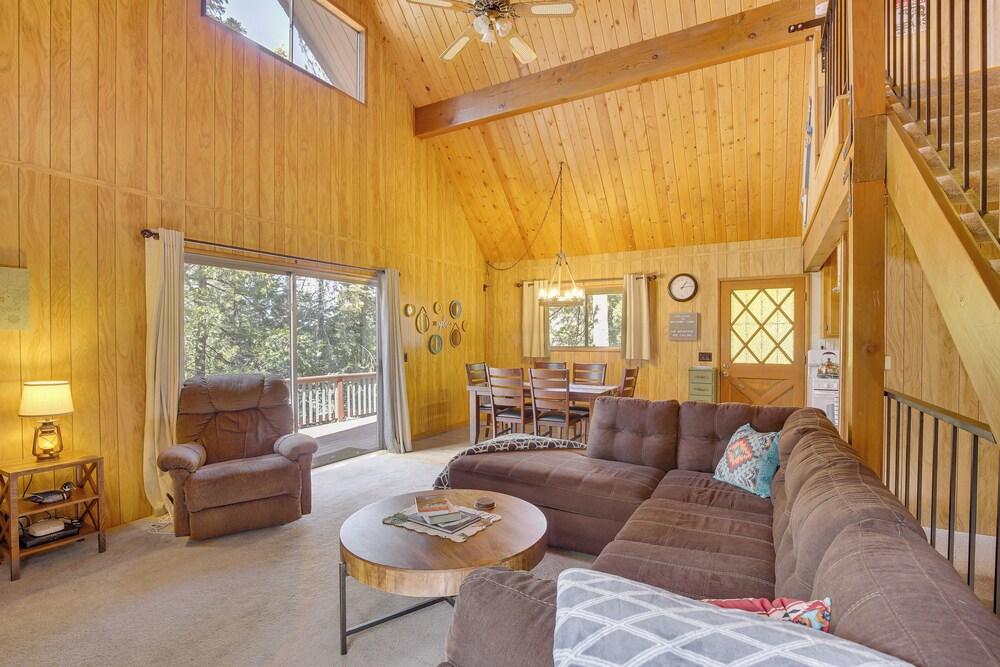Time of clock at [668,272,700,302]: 1:13
